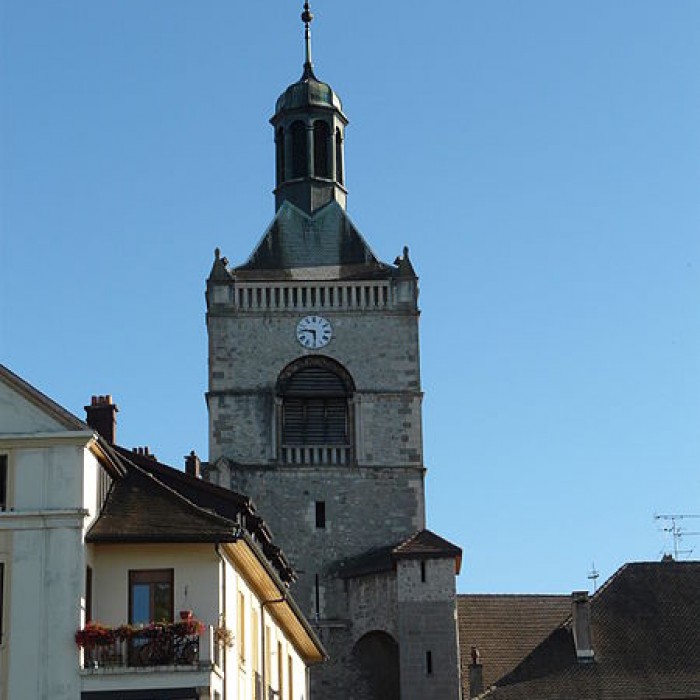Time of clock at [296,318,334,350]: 5:46
